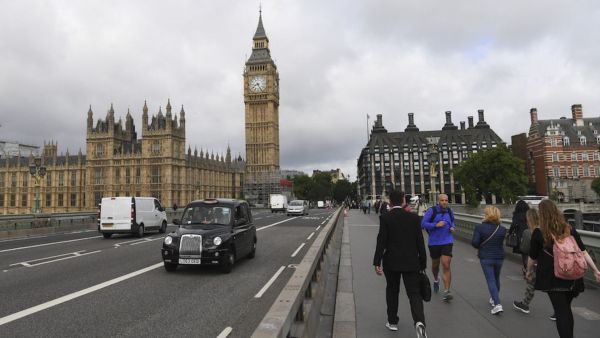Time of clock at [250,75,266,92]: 8:25
